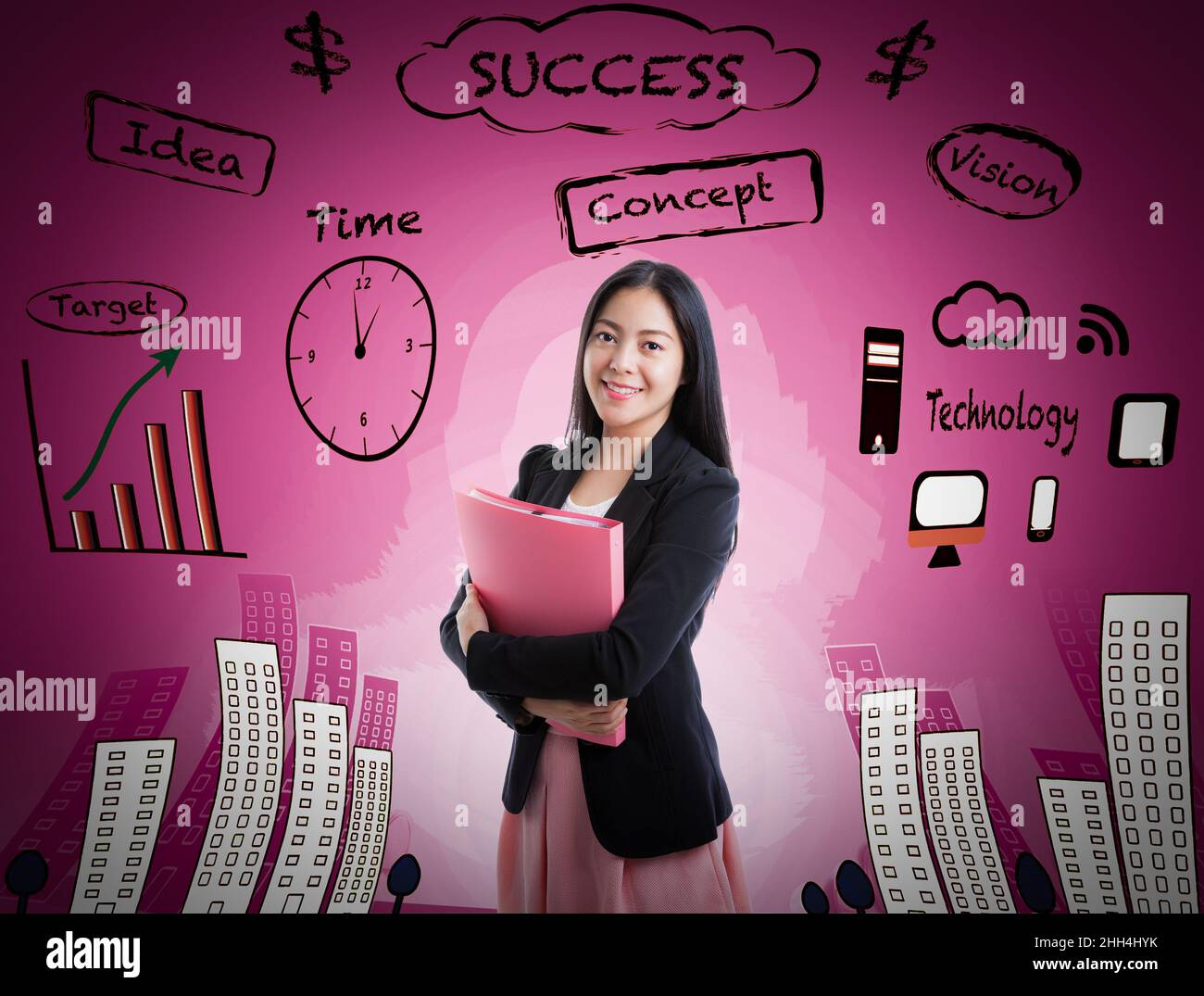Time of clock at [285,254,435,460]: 12:58
